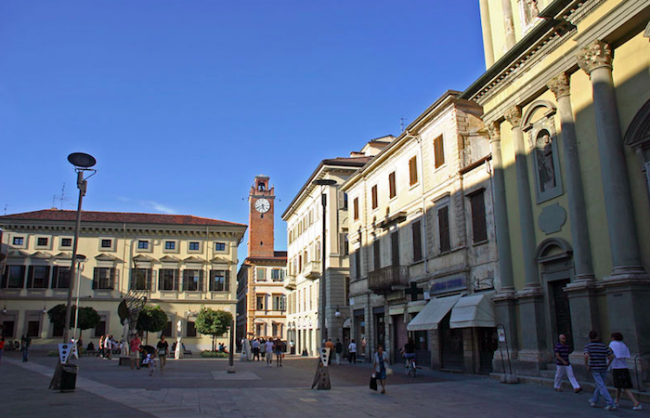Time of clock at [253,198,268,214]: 5:40
